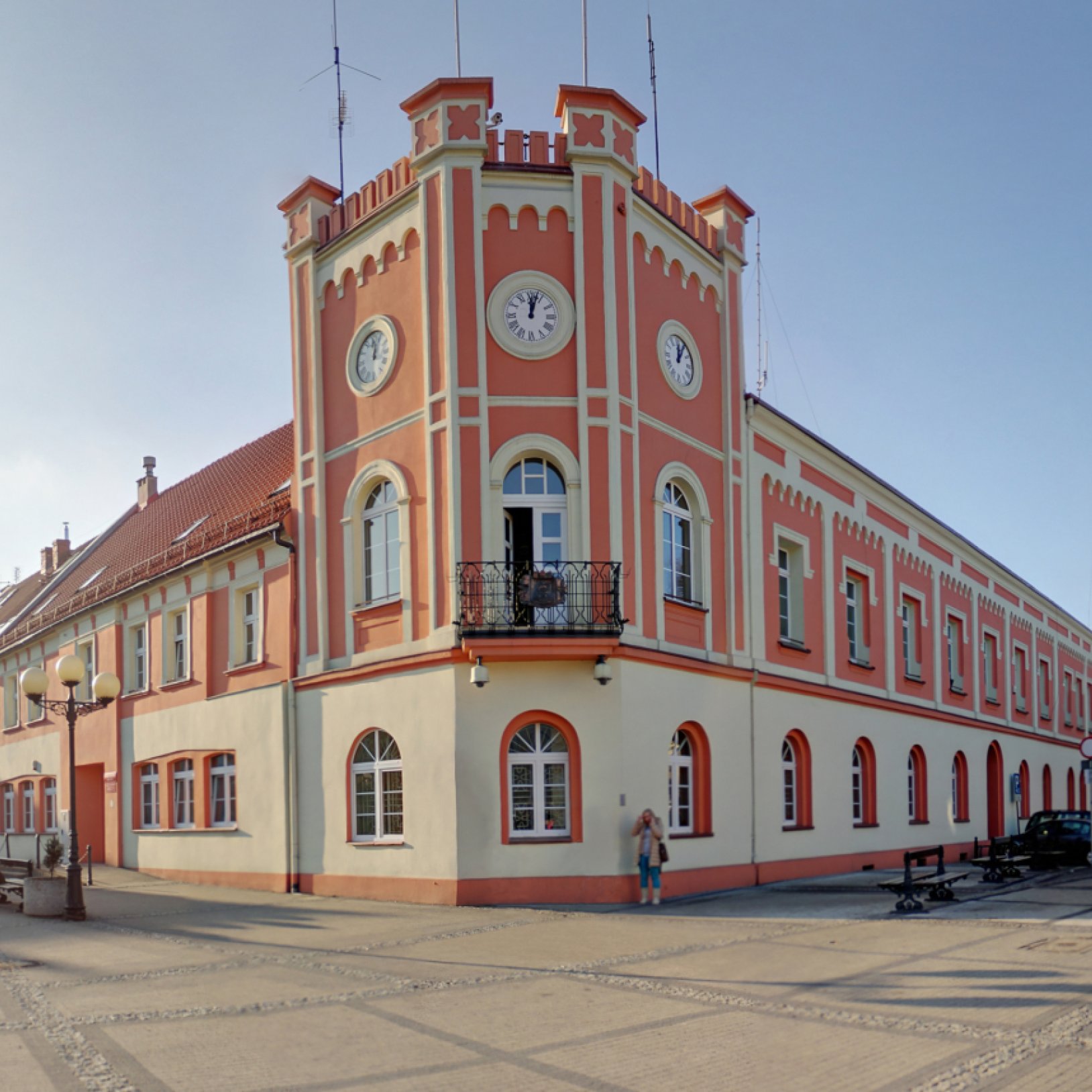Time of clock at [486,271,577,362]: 12:02
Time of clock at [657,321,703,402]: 12:06
